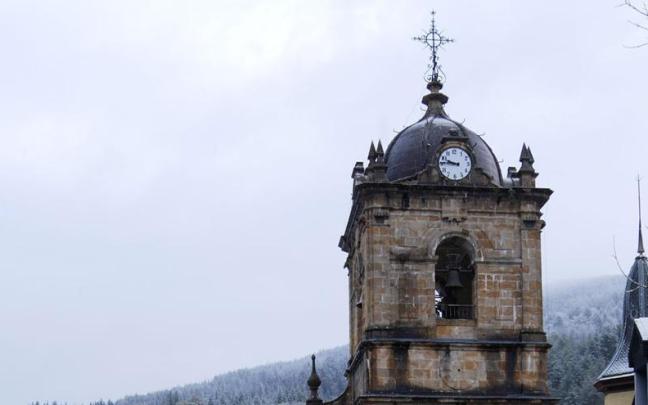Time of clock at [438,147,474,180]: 9:45
